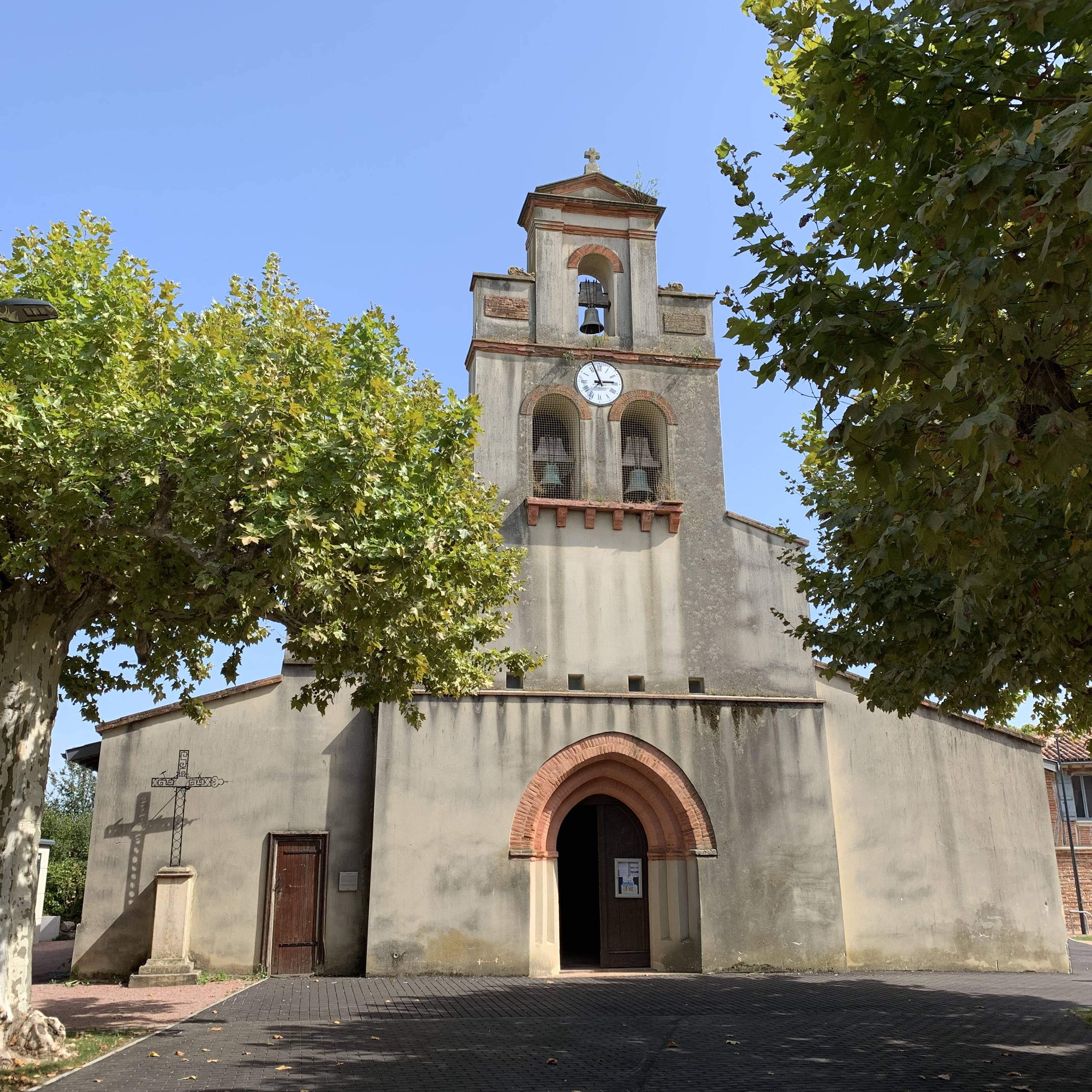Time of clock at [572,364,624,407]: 2:56
